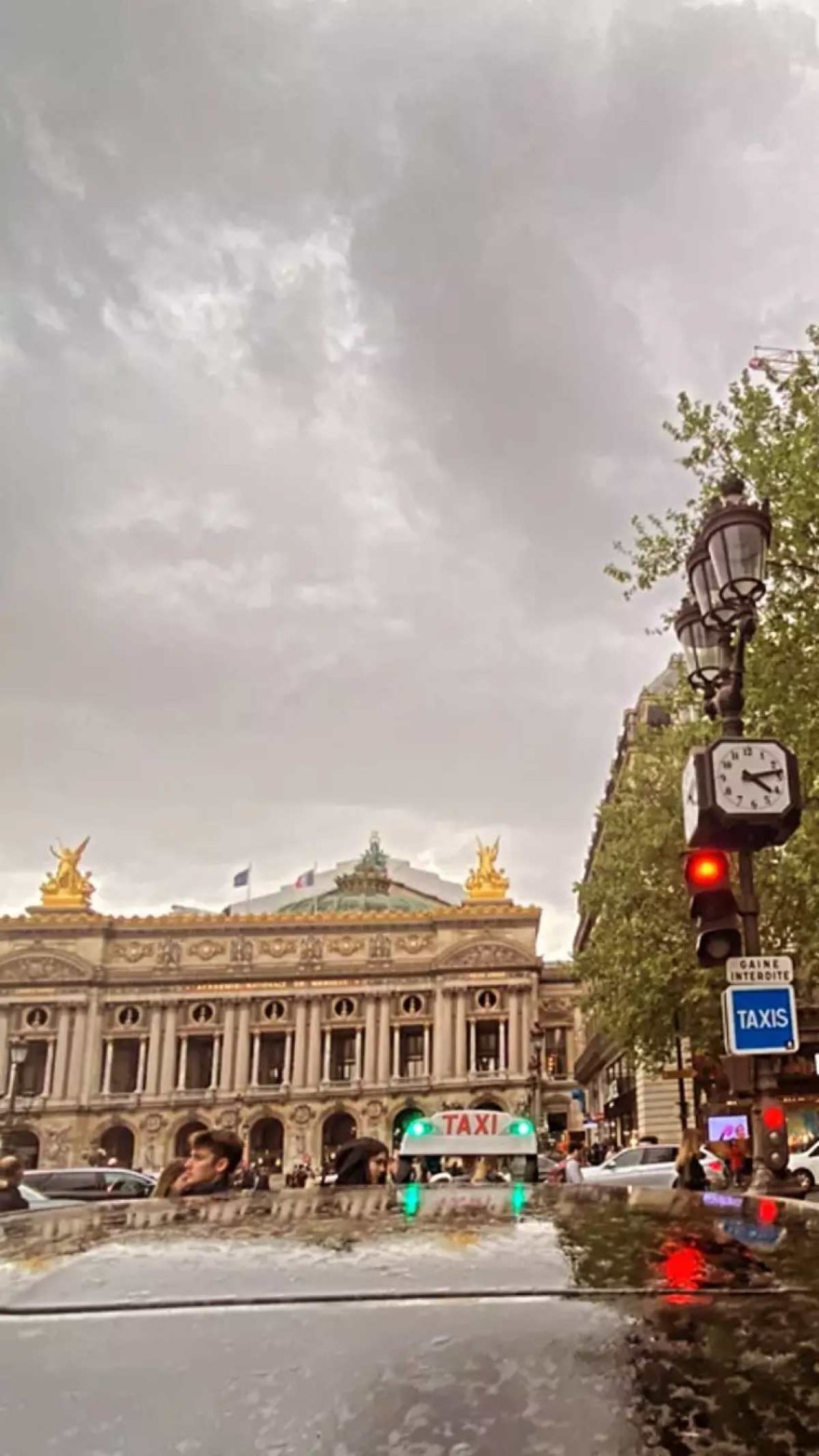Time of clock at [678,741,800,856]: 4:13
